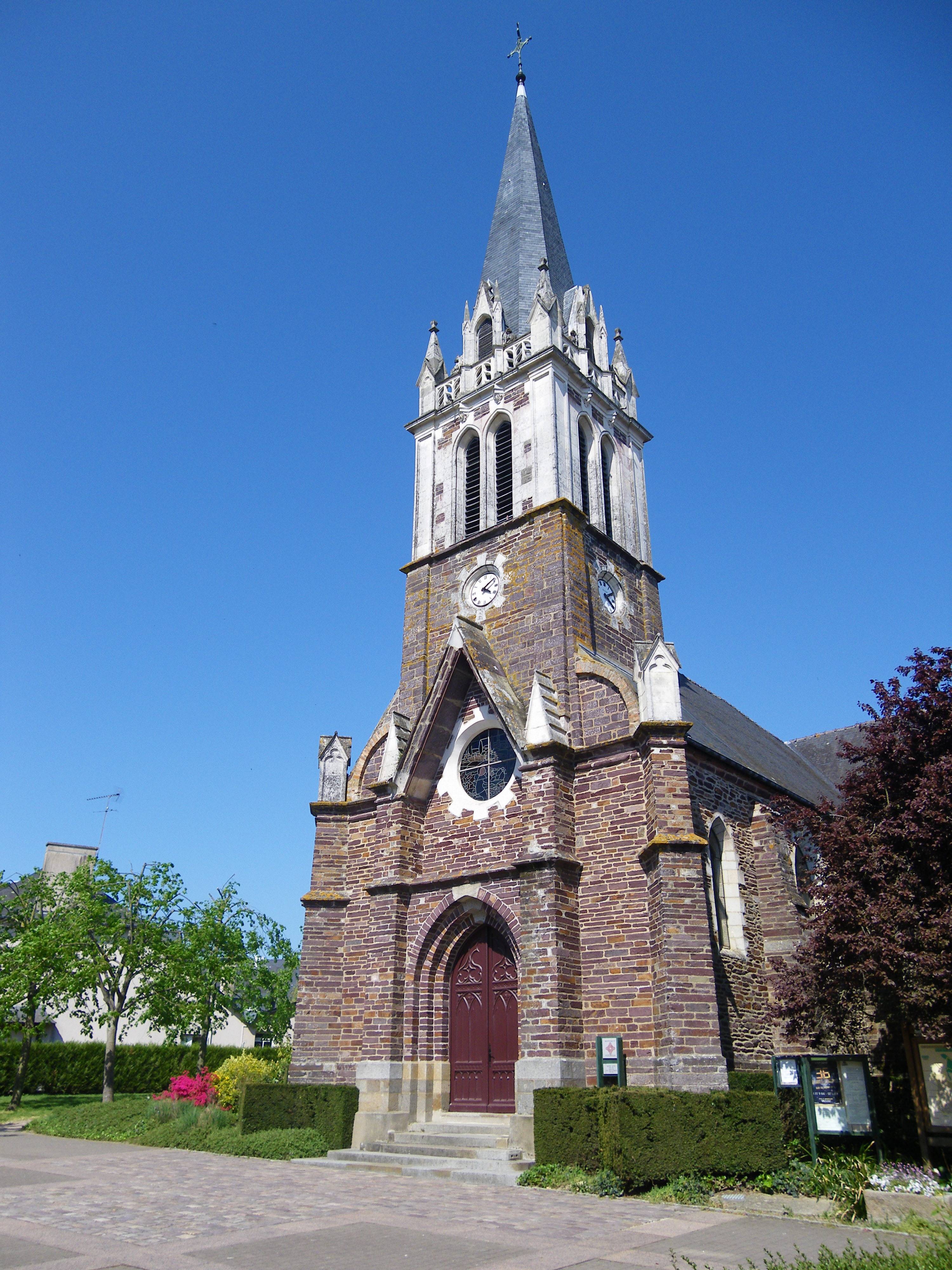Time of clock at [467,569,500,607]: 4:09
